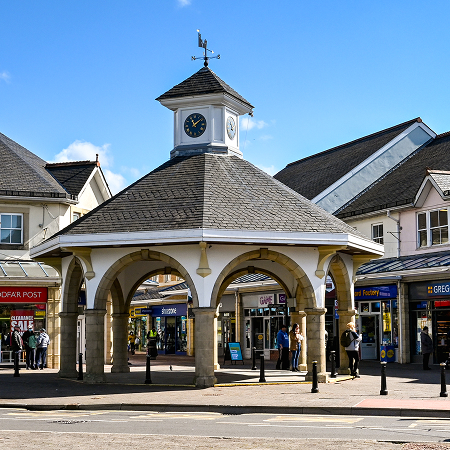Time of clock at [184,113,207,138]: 11:08
